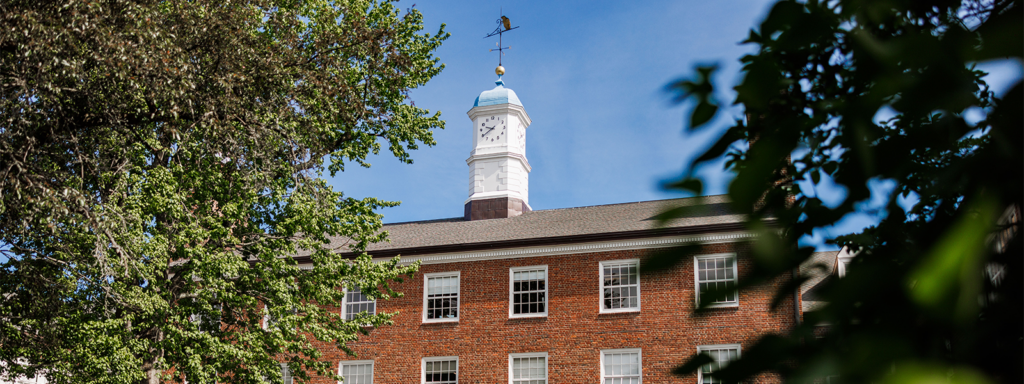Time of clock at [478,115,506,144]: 9:39
